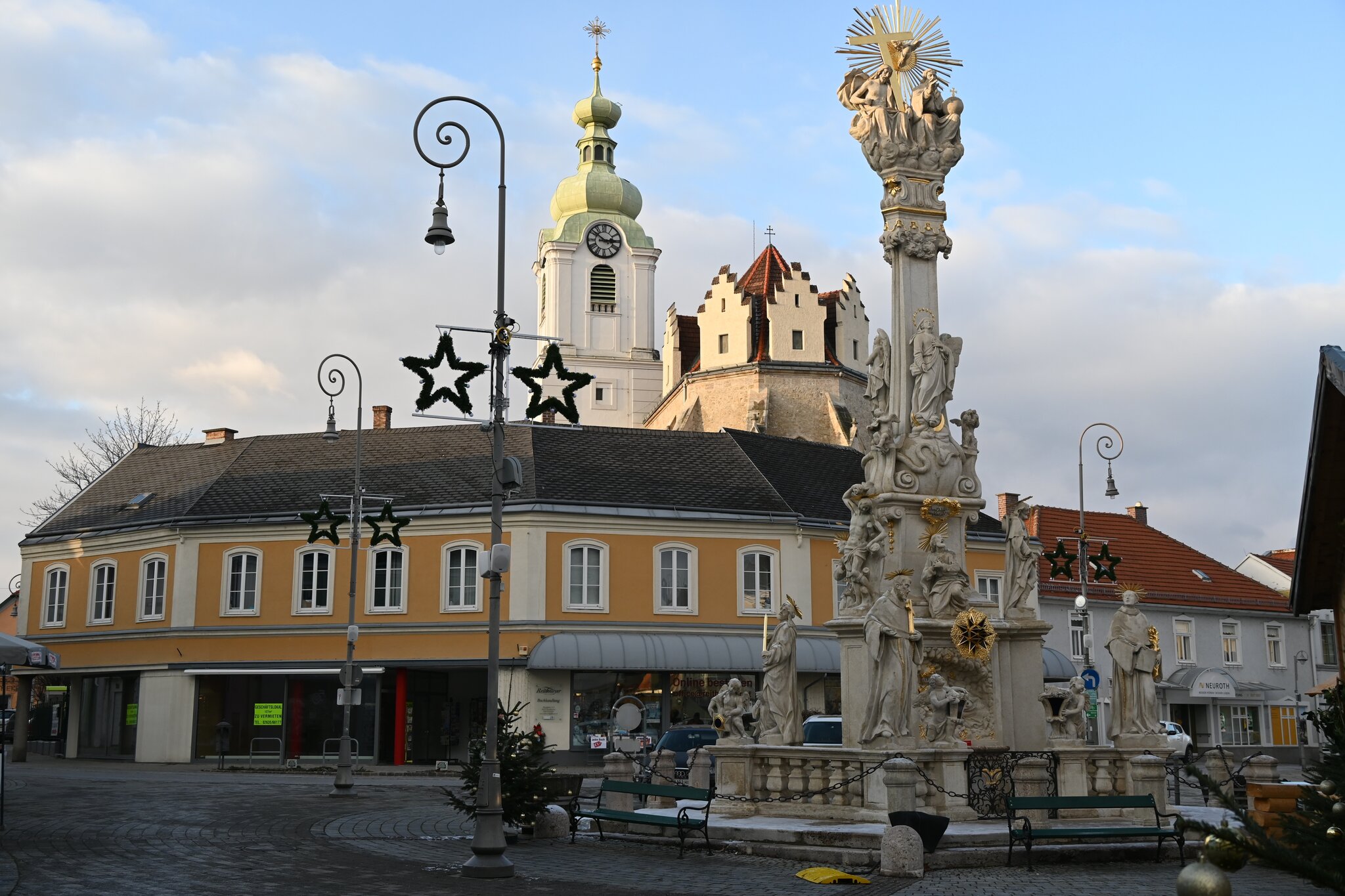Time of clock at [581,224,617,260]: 2:51
